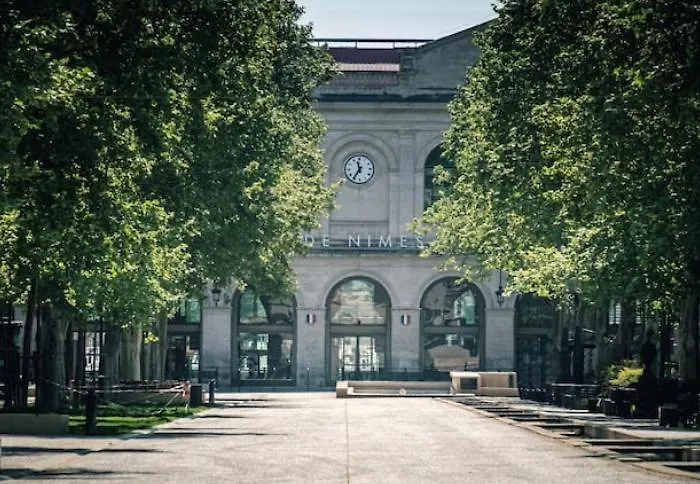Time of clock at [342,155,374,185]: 11:35
